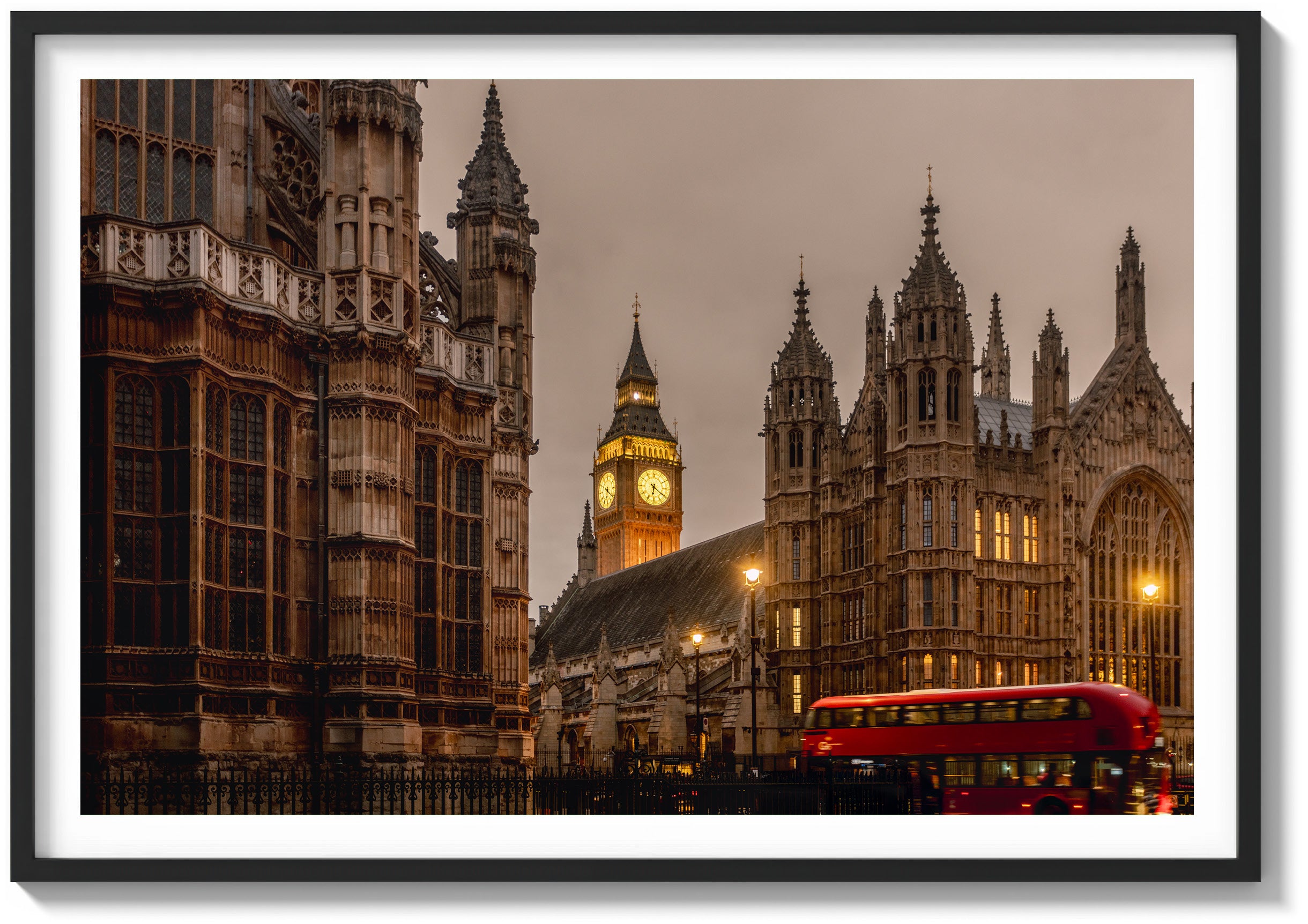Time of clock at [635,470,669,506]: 6:20
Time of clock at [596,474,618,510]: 6:21
